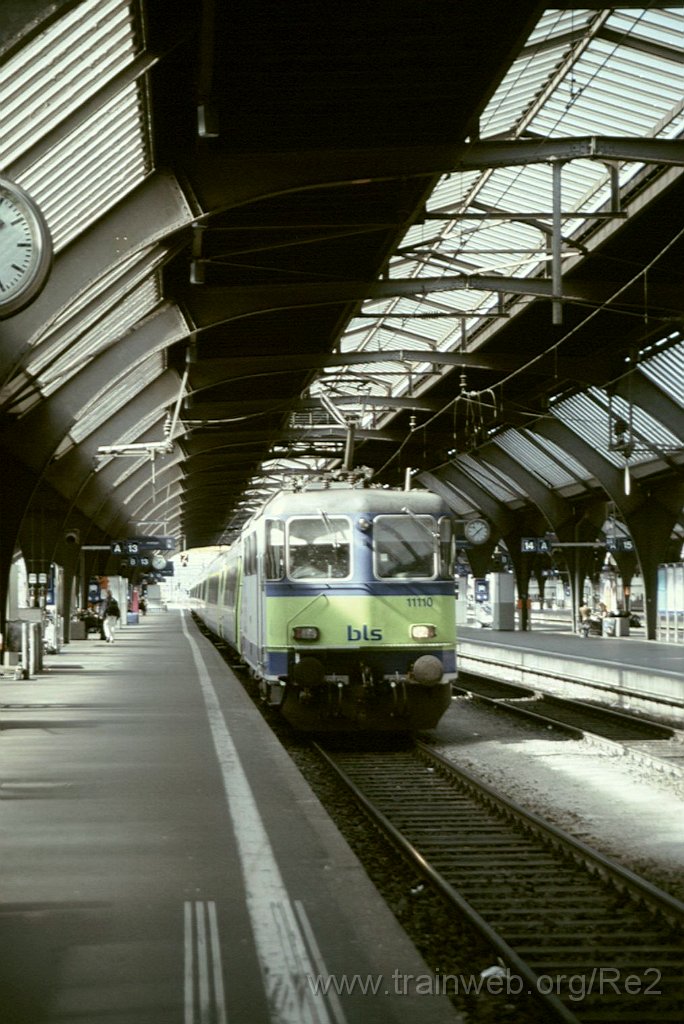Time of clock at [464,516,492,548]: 1:37
